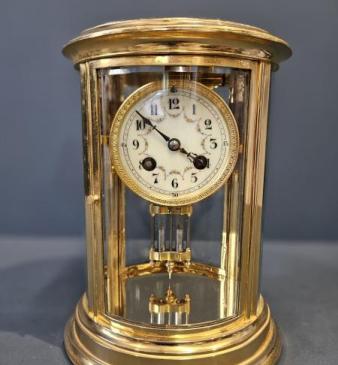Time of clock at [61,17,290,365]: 3:51
